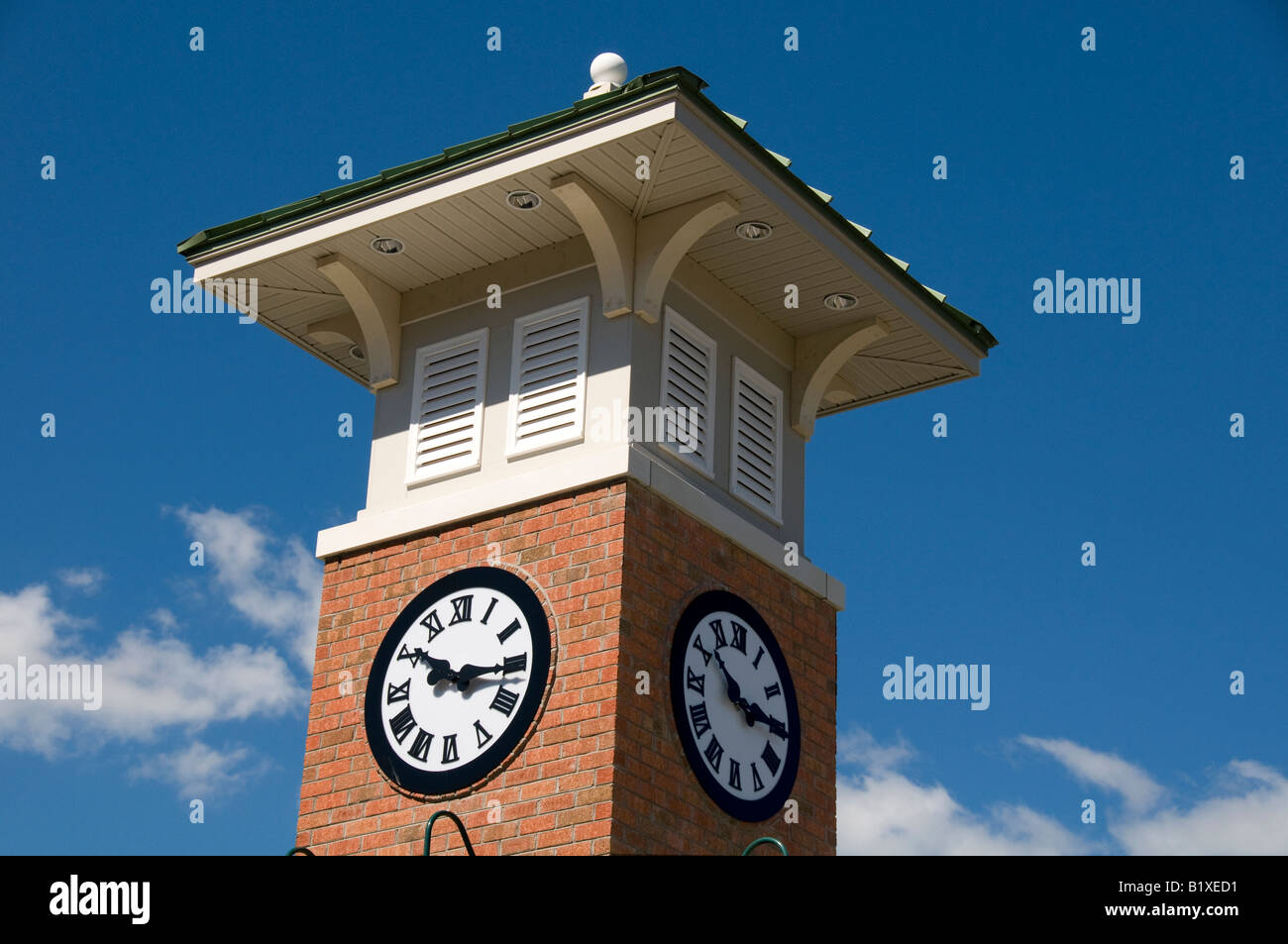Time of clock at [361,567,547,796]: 10:15
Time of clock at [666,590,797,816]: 10:15
